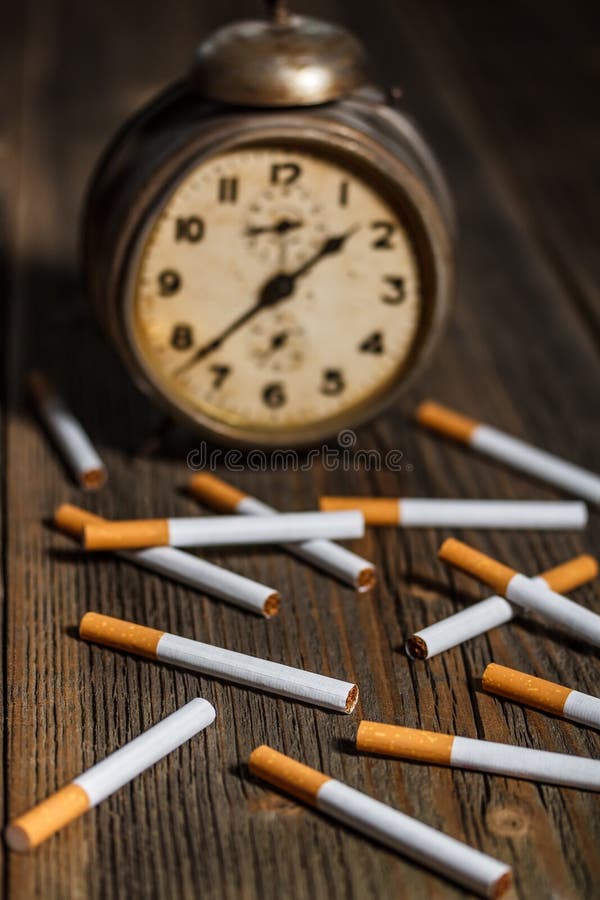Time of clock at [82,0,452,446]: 1:37
